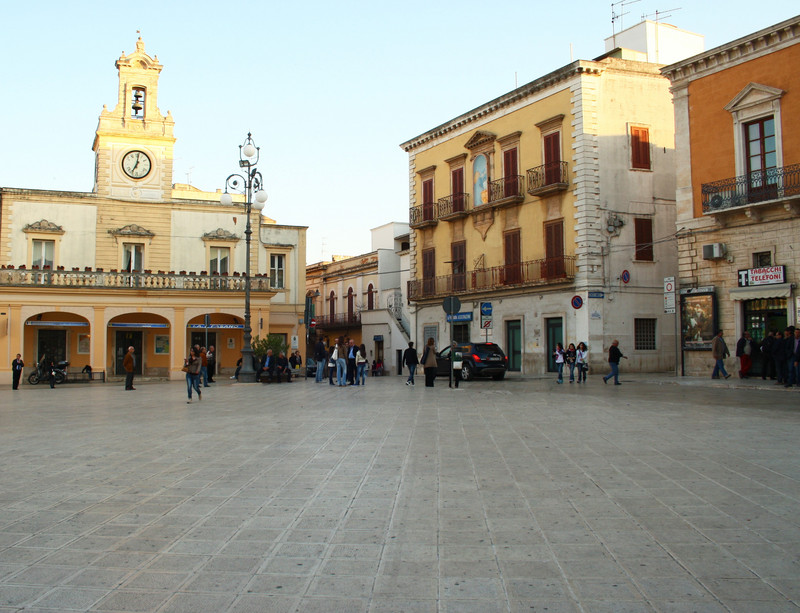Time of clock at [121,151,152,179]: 7:01
